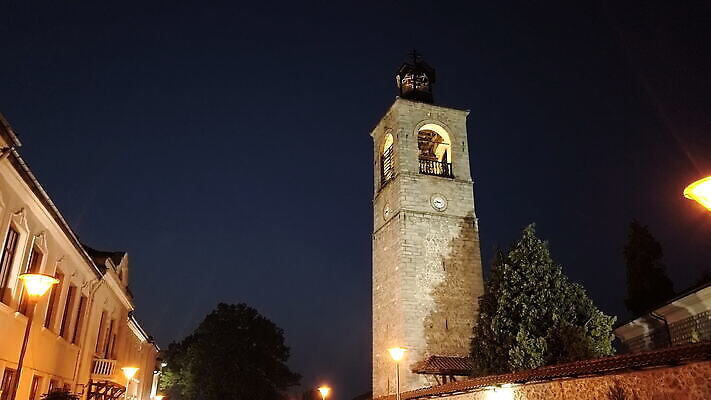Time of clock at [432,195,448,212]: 9:42
